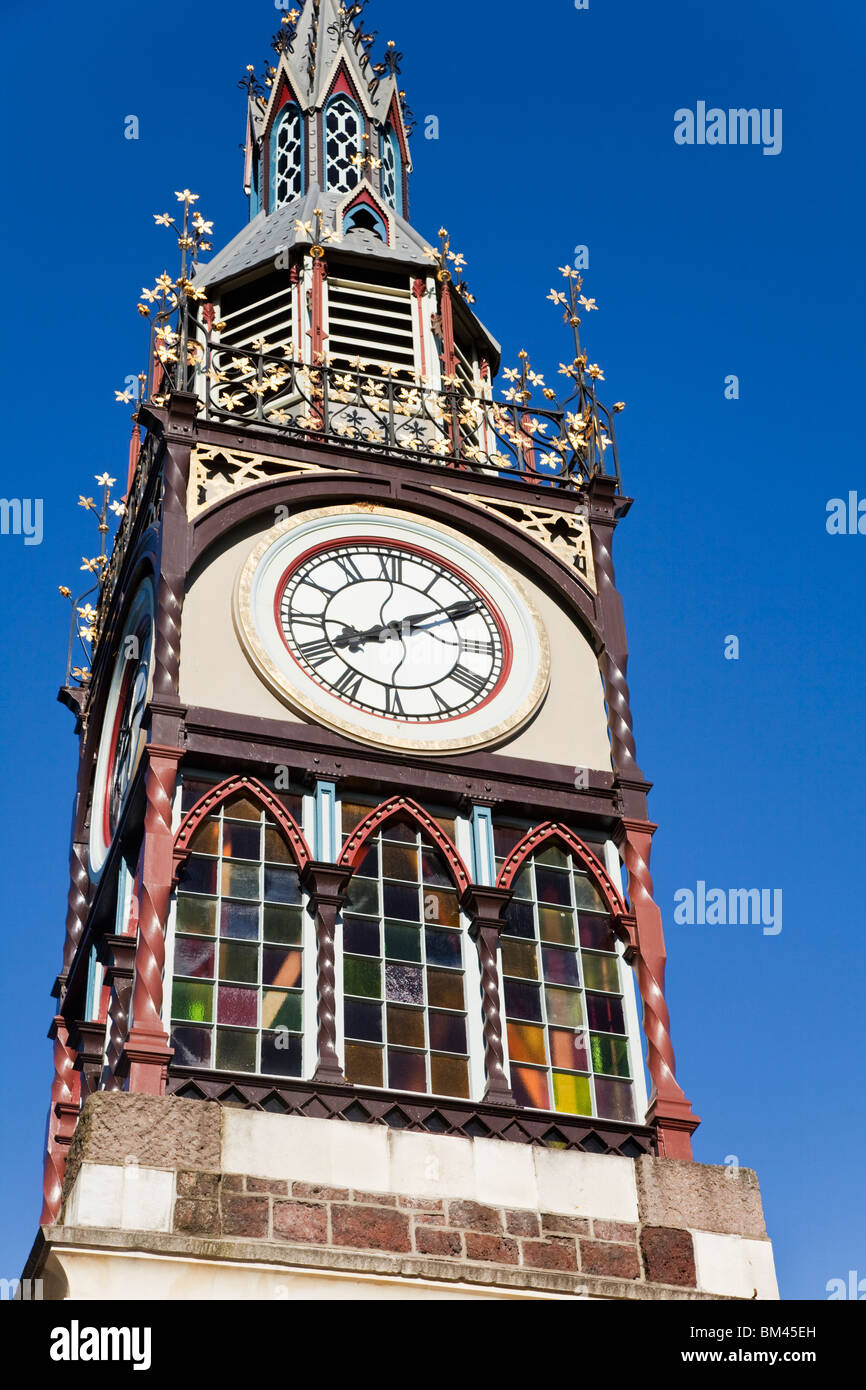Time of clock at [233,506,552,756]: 8:09
